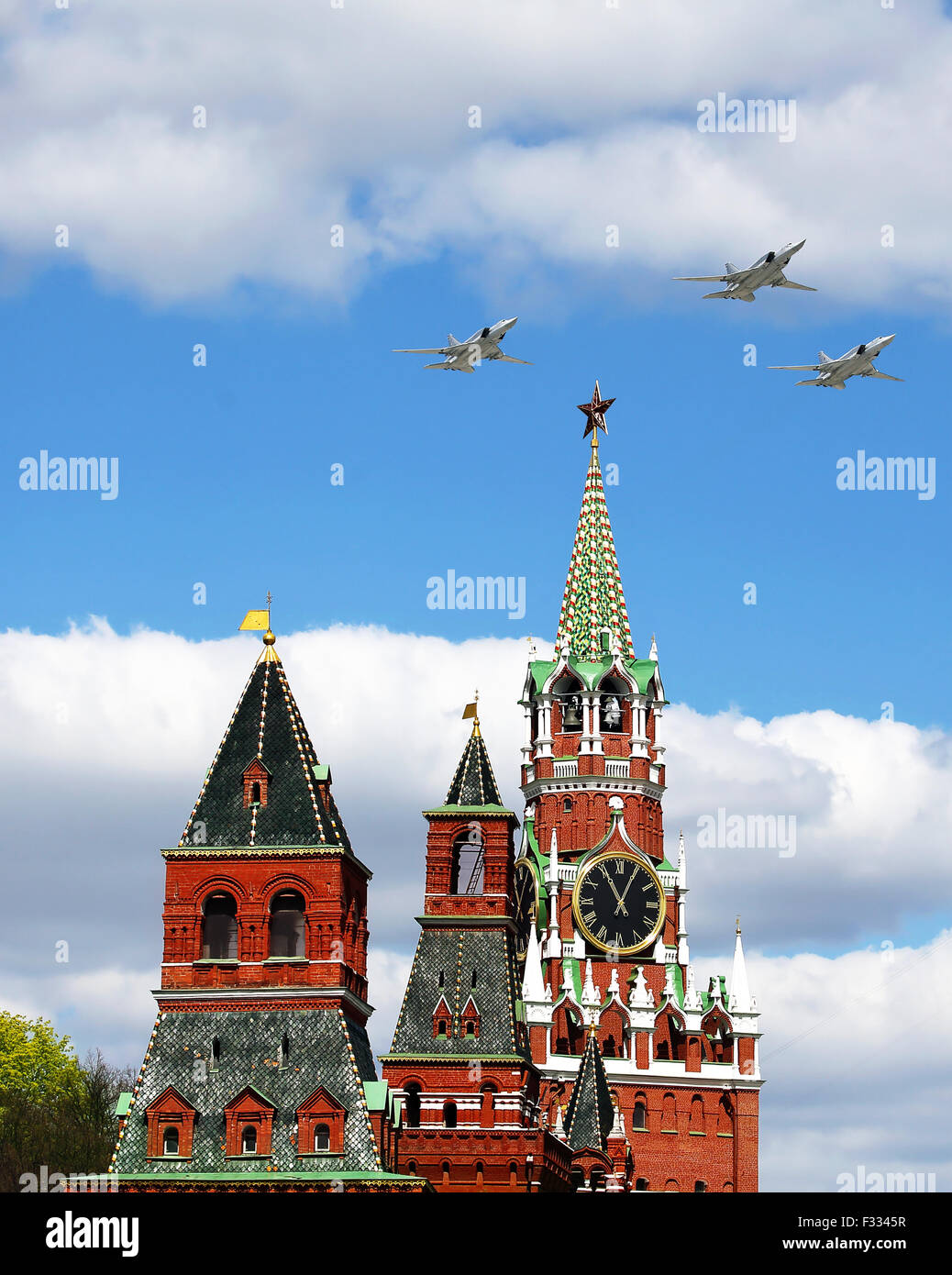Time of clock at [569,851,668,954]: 11:04
